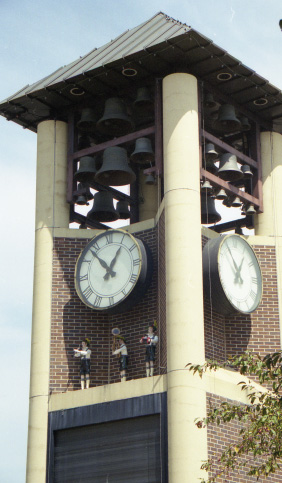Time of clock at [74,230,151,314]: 12:53
